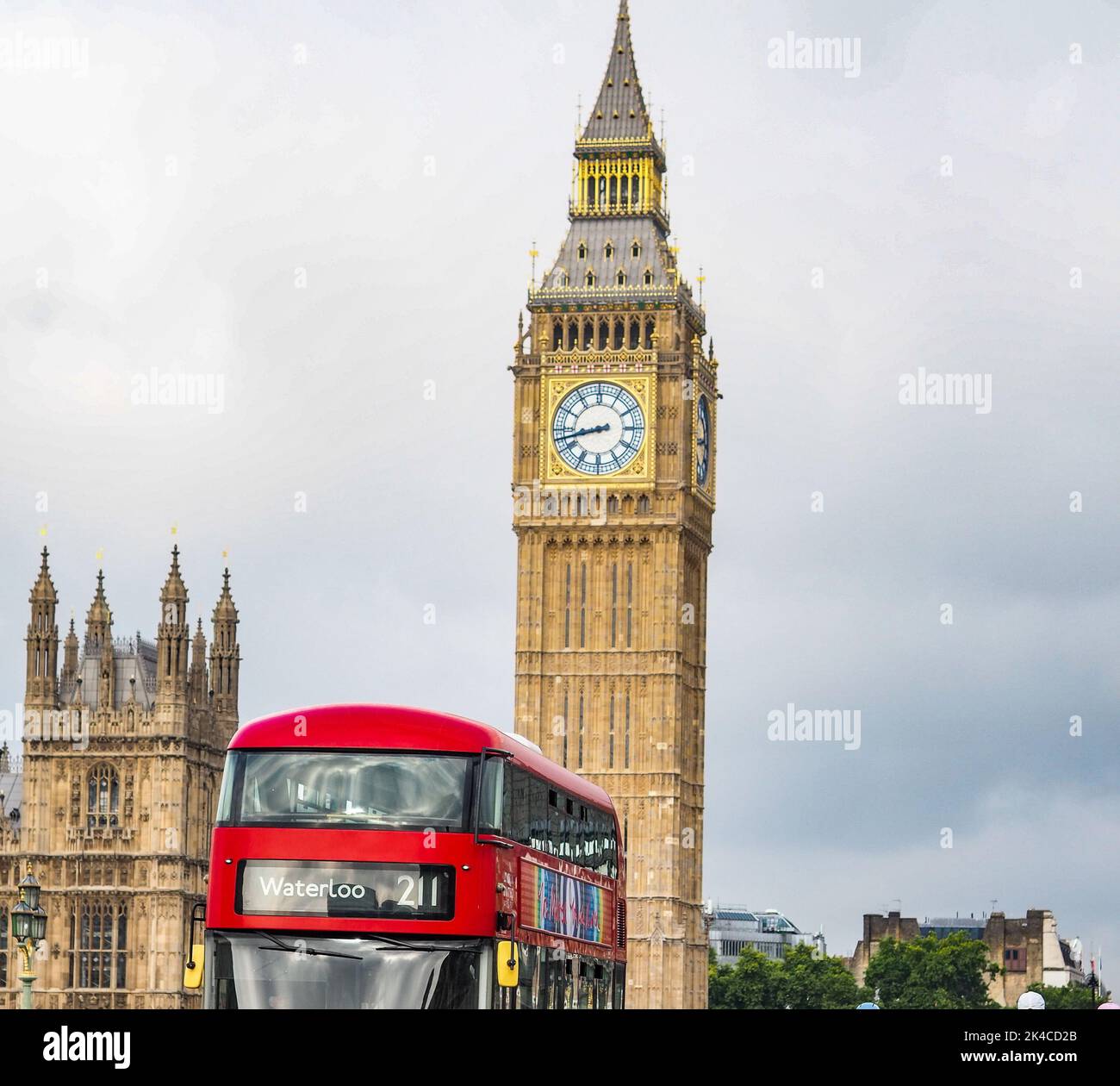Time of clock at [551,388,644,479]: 8:42
